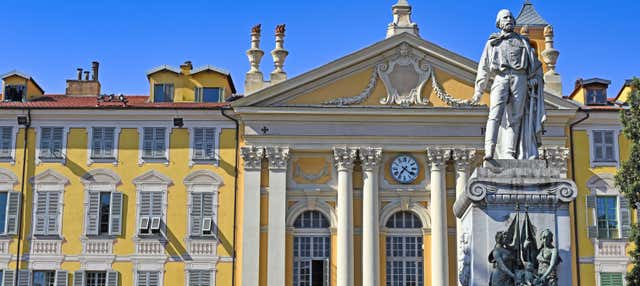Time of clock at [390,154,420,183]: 7:21
